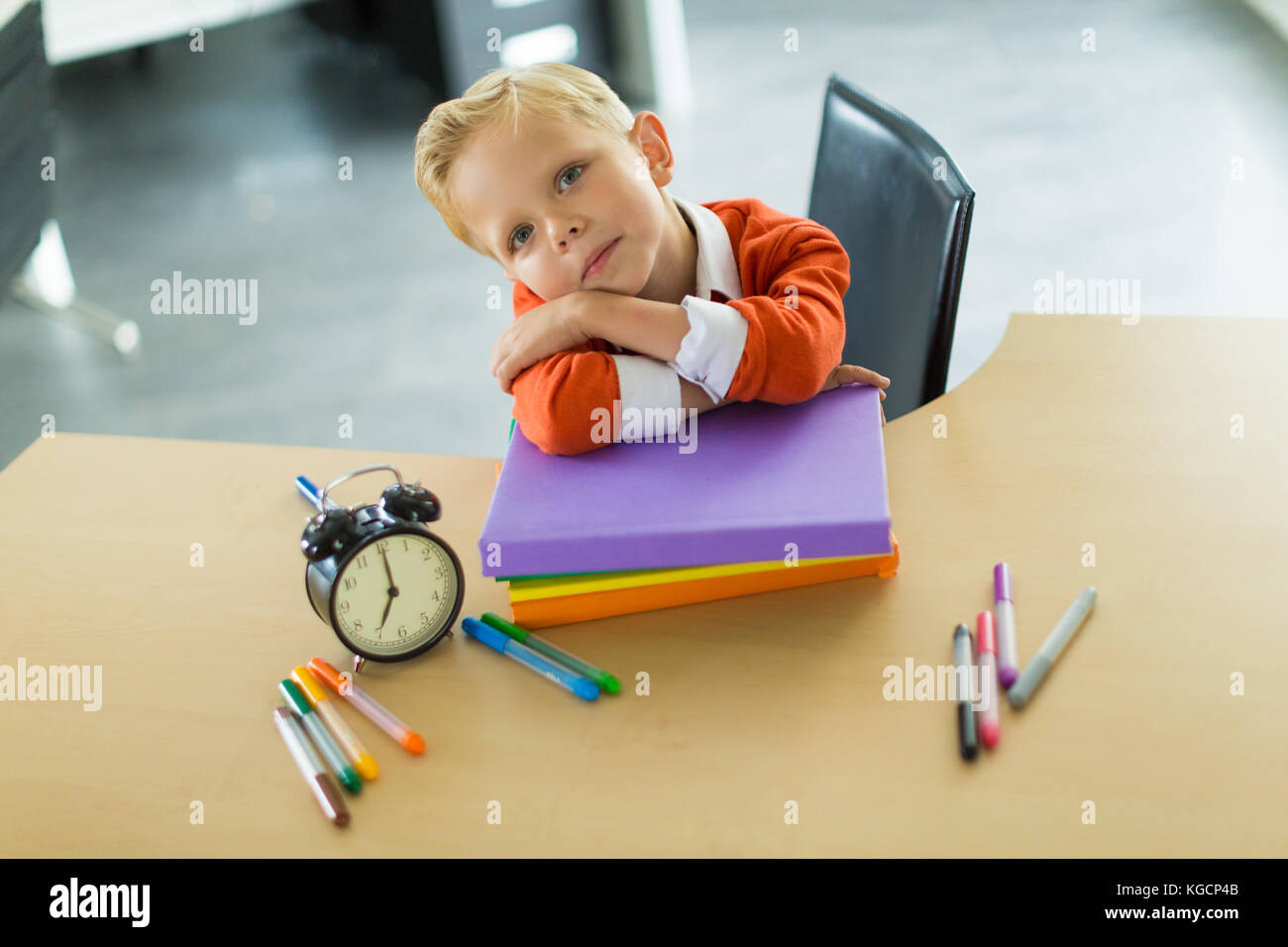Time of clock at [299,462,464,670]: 7:00
